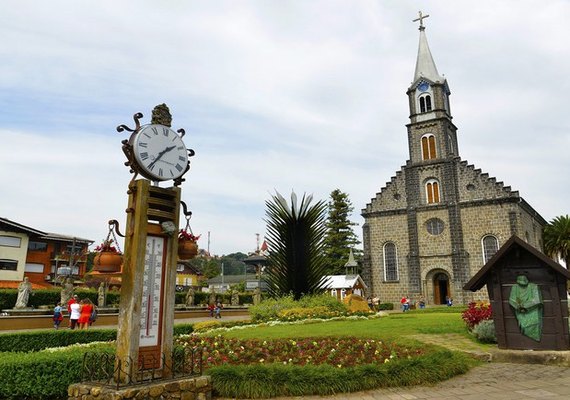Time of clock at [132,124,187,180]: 1:35
